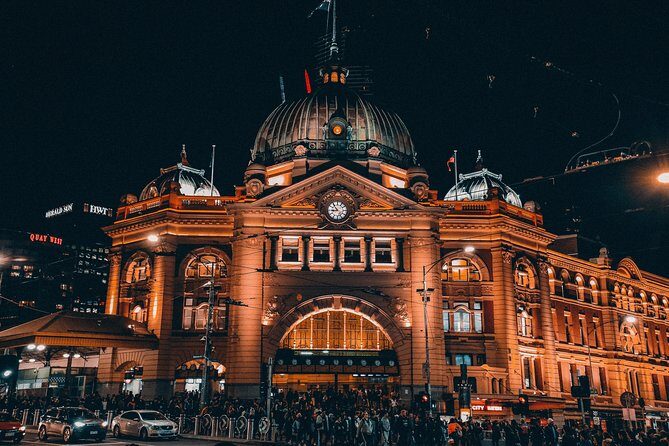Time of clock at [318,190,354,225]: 8:53
